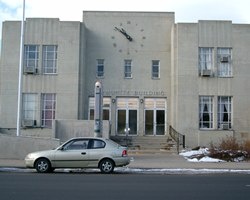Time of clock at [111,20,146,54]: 10:51
